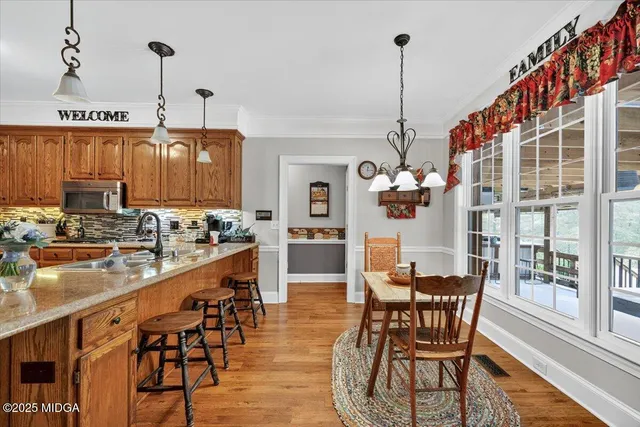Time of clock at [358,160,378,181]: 12:14
